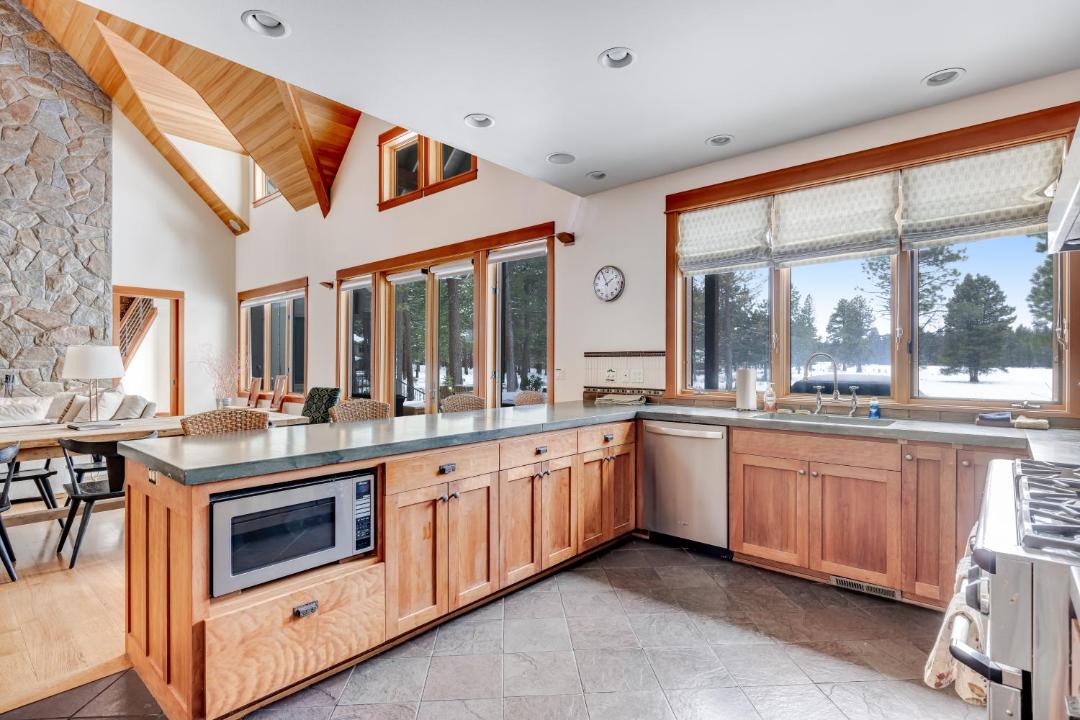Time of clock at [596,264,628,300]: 1:55
